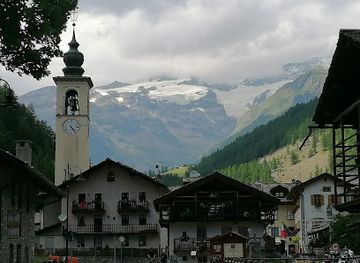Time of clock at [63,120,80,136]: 4:23
